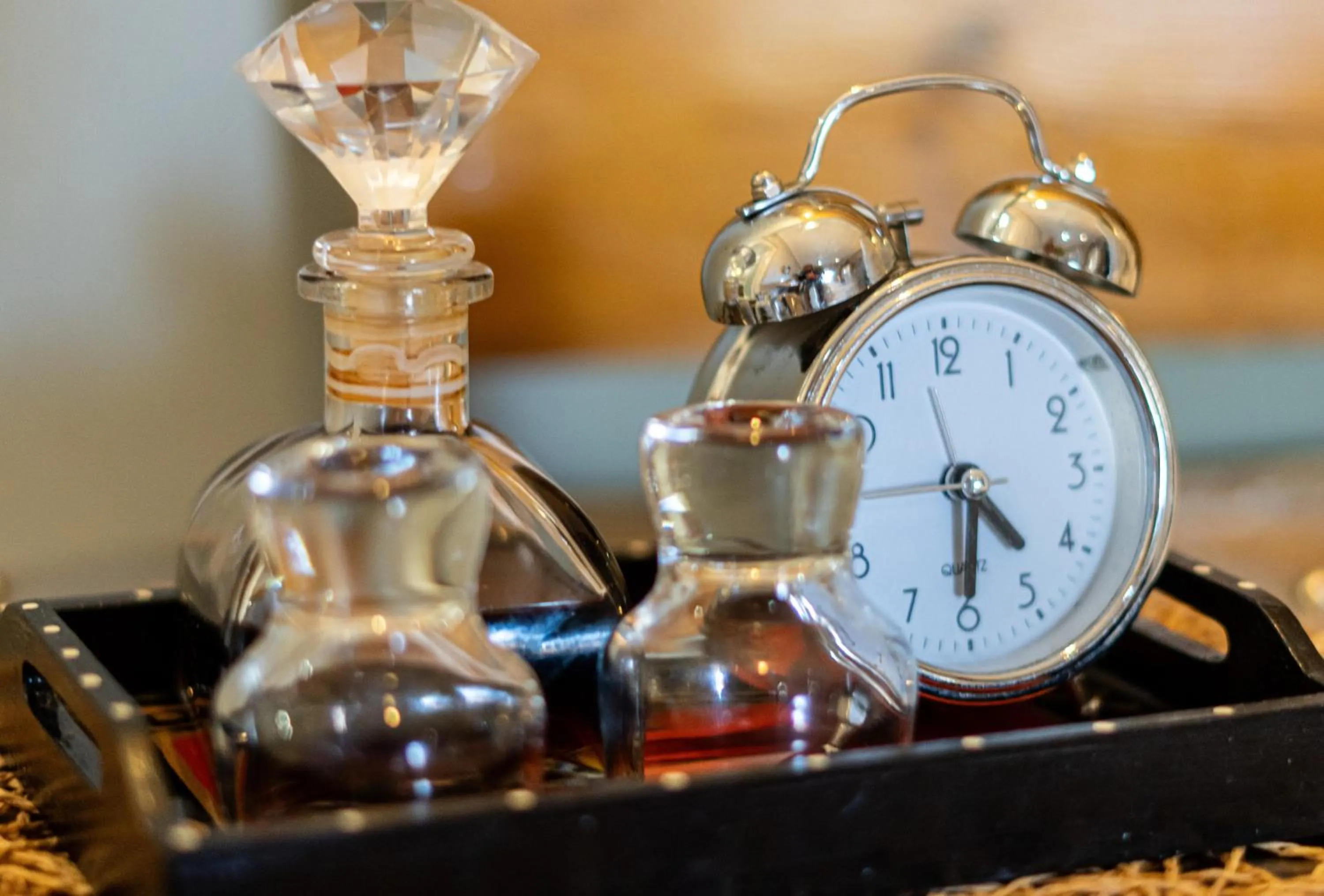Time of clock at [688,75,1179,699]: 4:30
